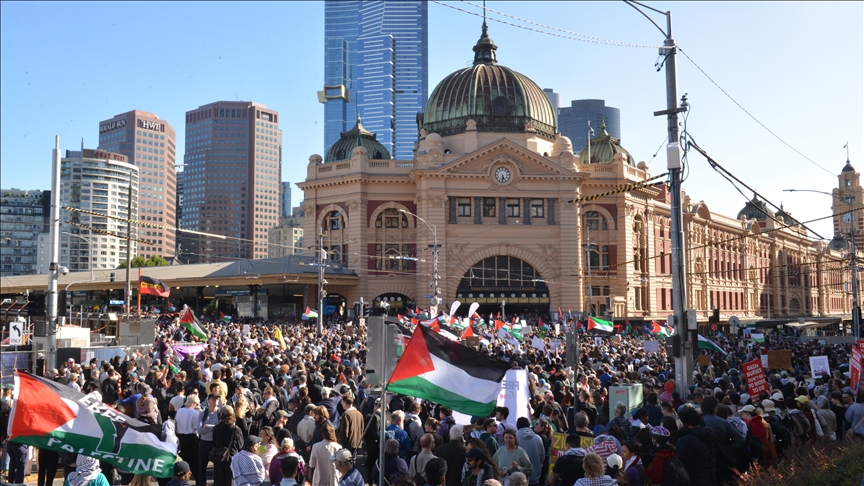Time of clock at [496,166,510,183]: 5:30
